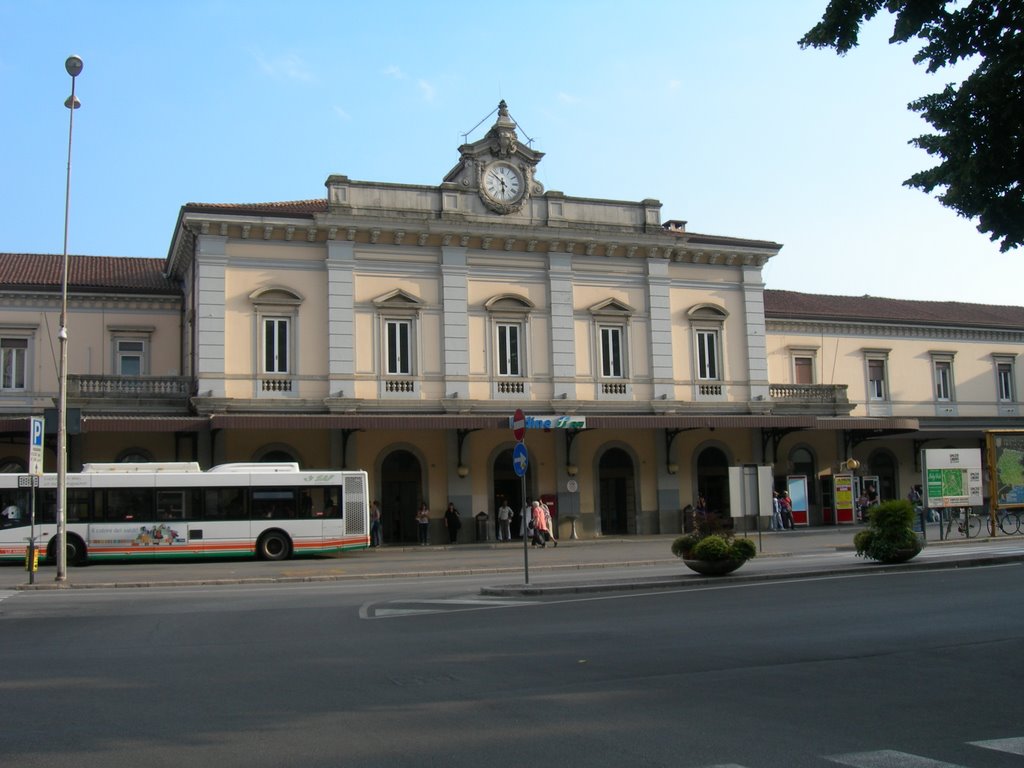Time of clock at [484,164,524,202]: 5:51
